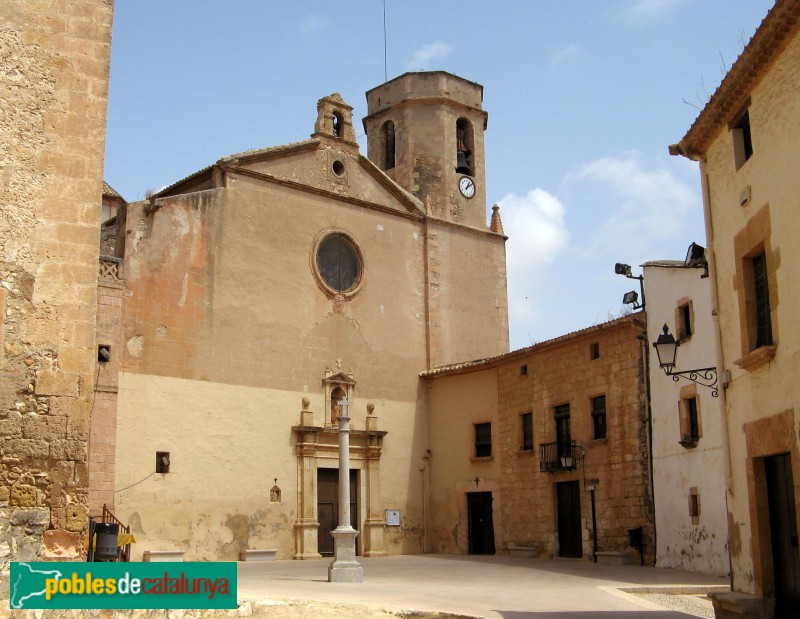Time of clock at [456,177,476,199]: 1:09
